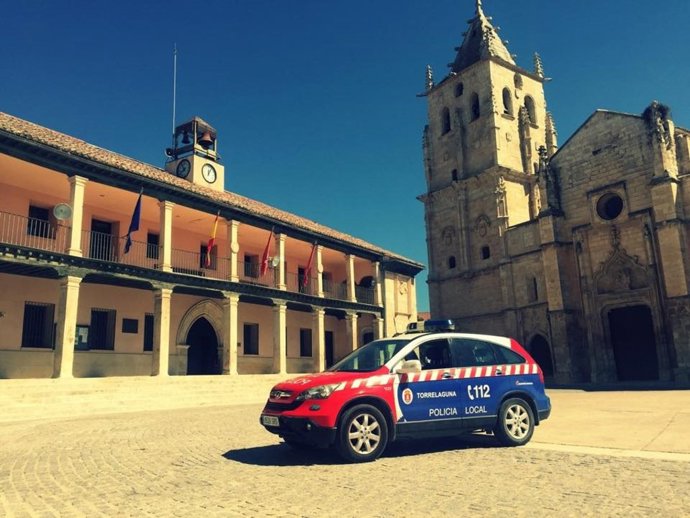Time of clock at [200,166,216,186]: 12:05
